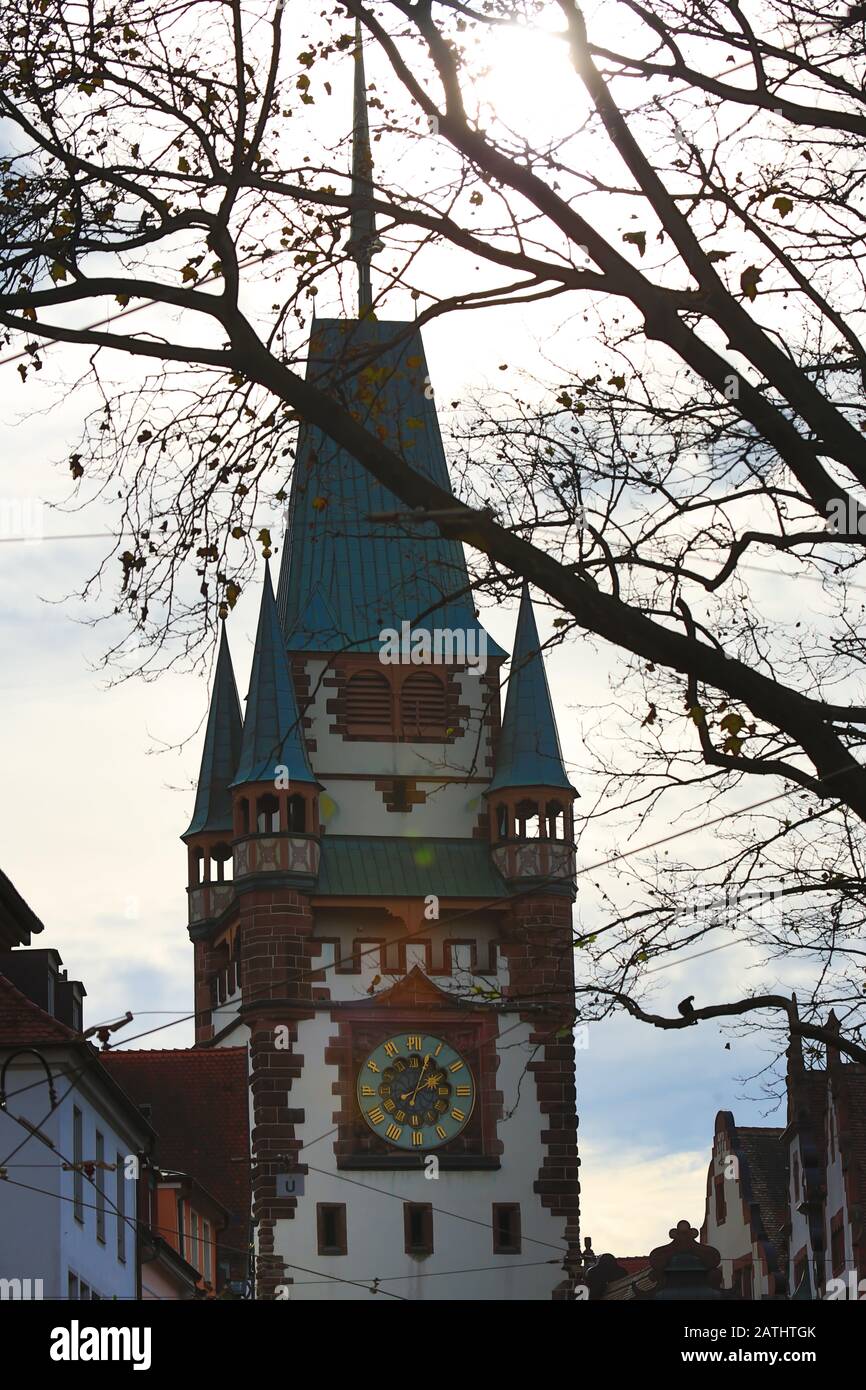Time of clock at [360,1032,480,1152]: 2:03
